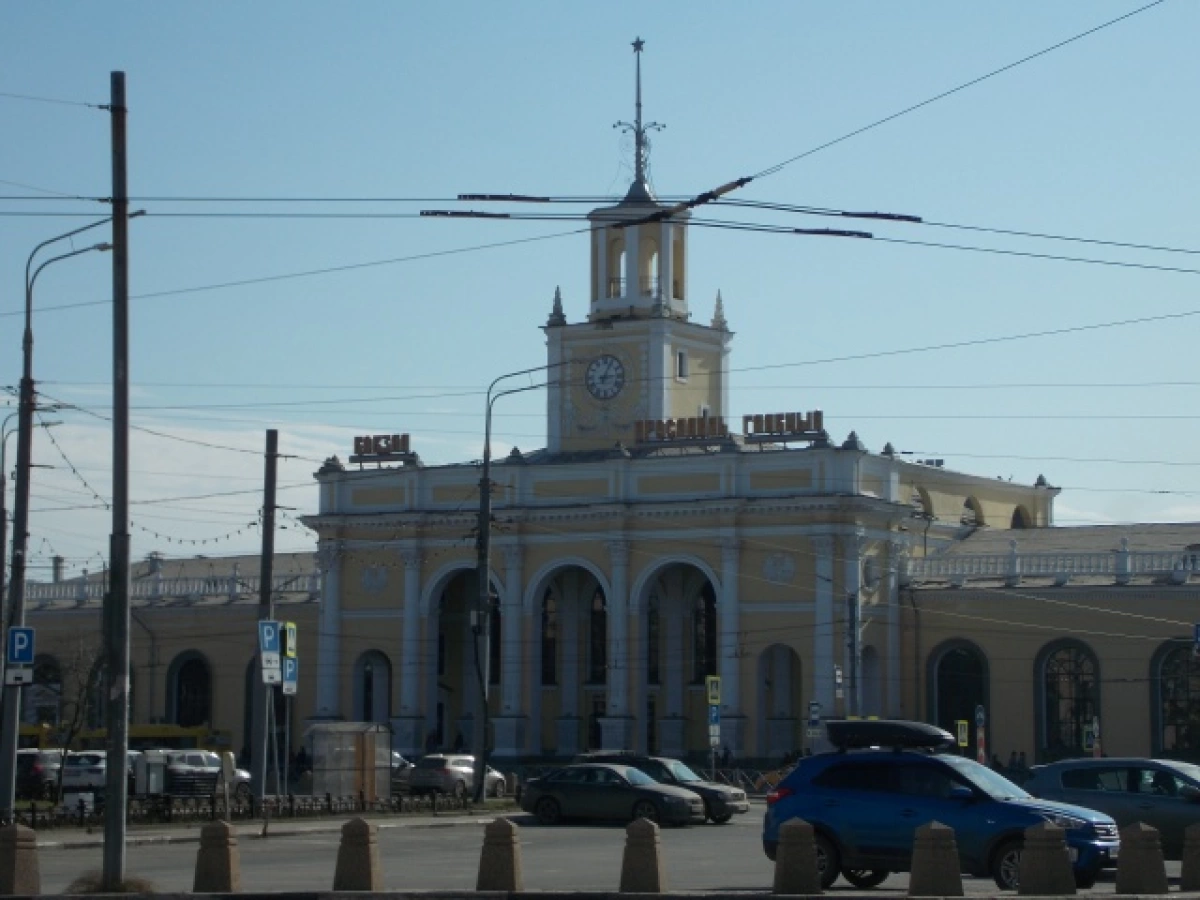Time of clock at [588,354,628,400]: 3:04
